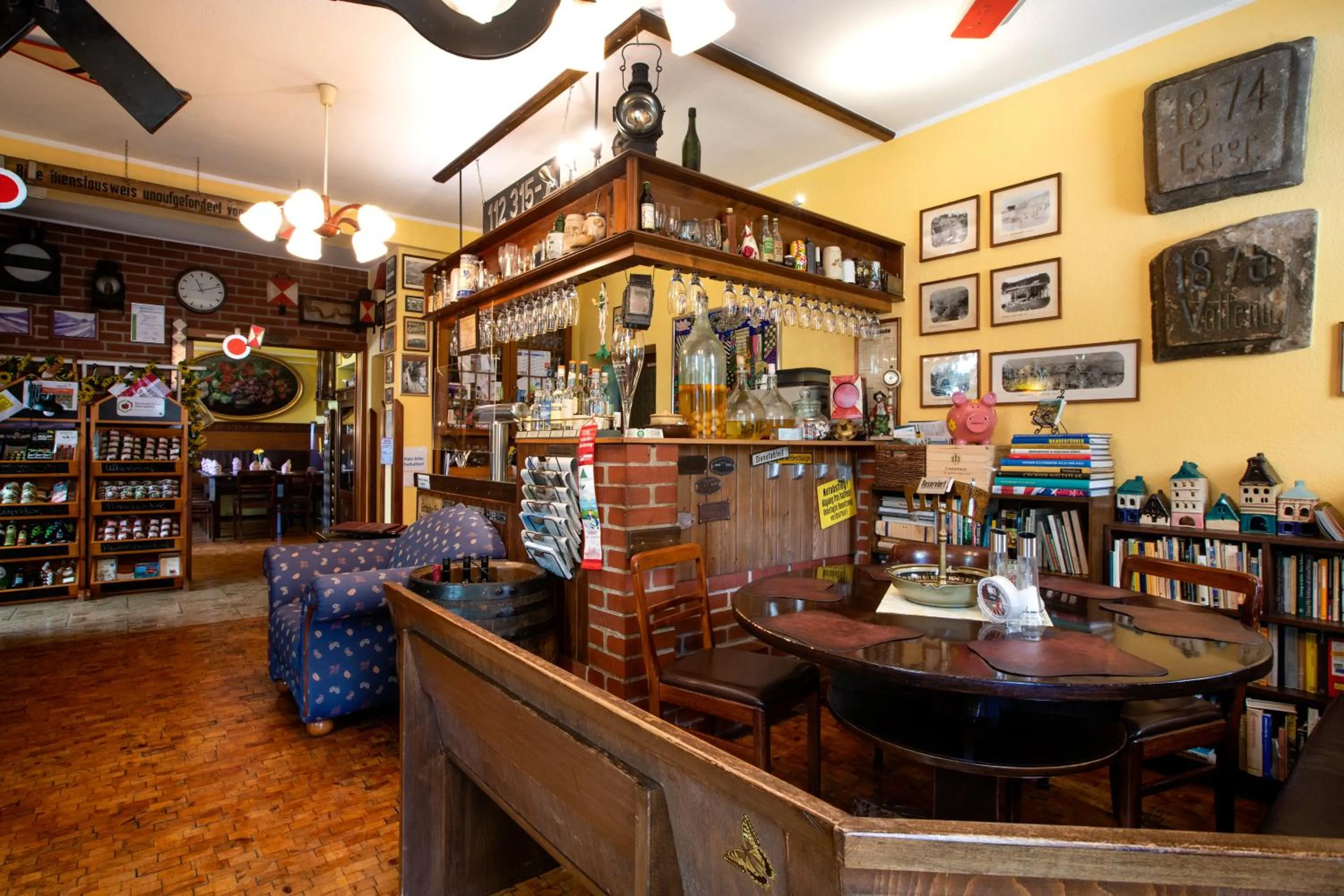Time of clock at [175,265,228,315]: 11:11
